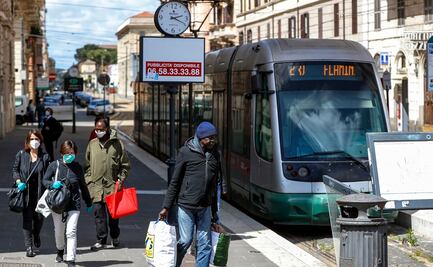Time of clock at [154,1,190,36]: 2:19
